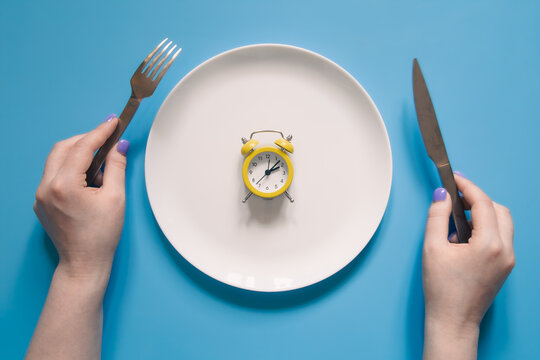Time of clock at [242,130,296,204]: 2:07
